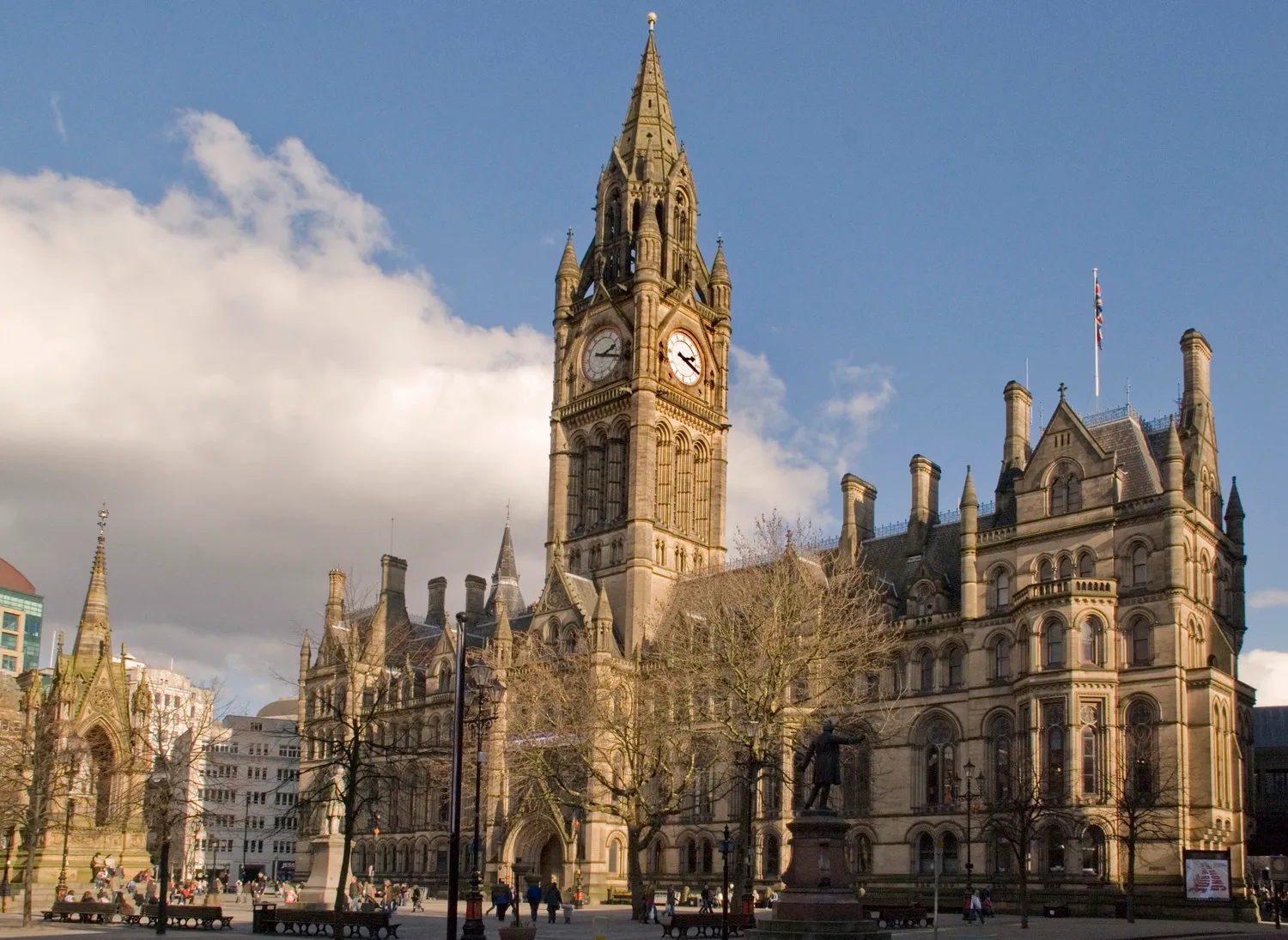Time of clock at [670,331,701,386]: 2:18
